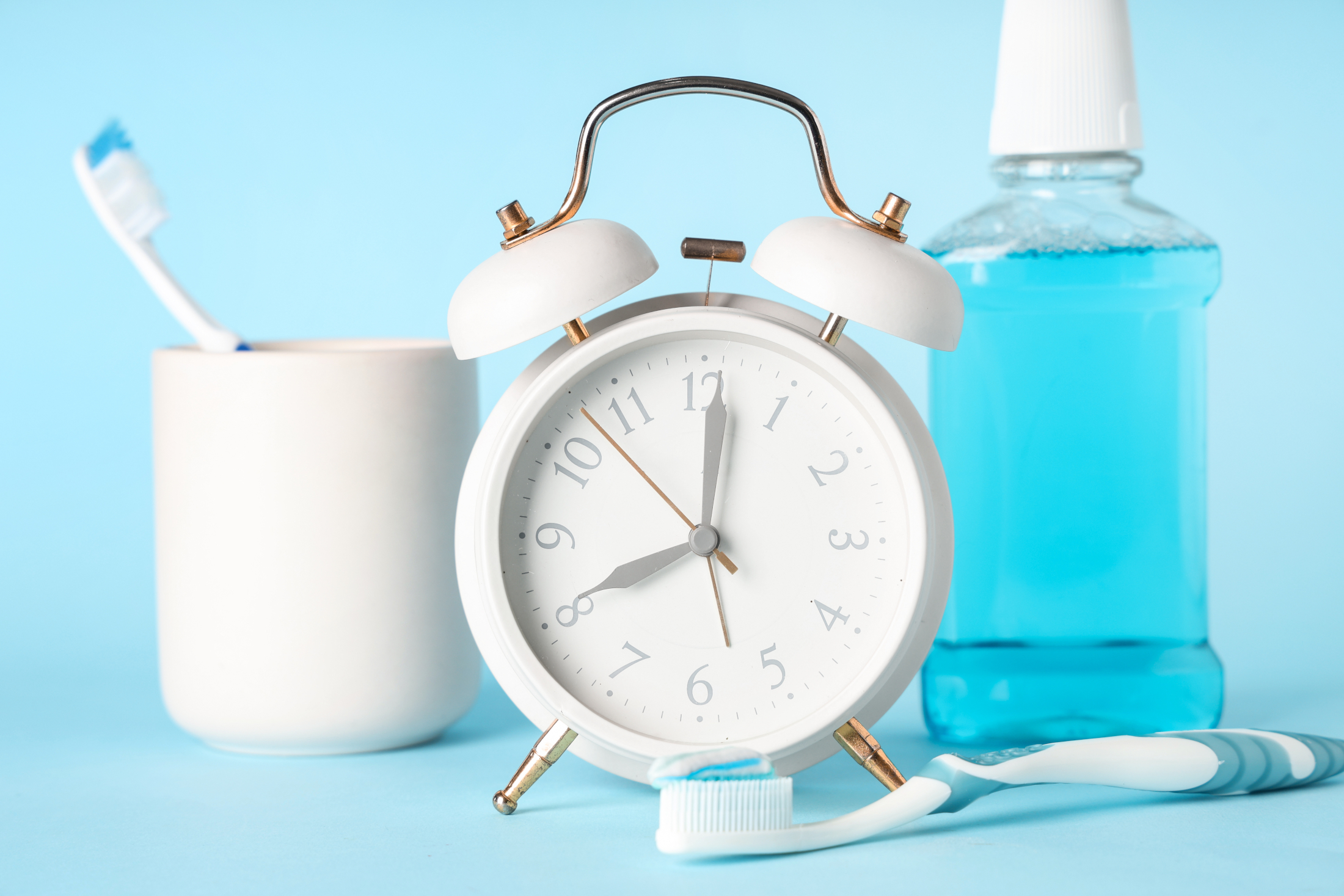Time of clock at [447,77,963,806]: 8:00
